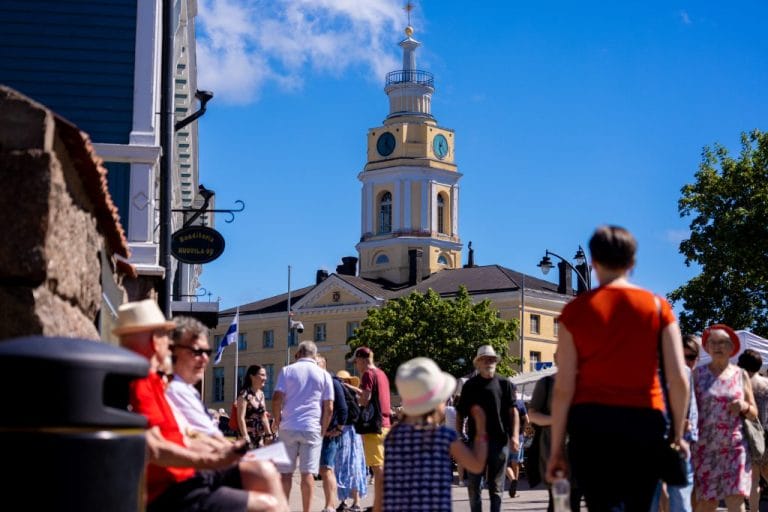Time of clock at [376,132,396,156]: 12:22
